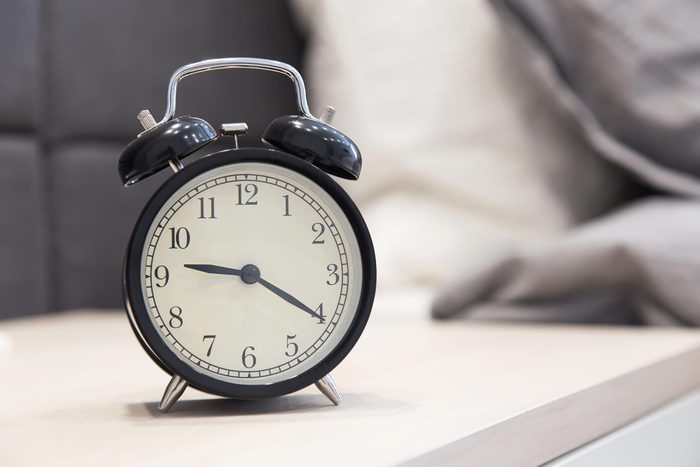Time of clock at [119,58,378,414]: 9:20
